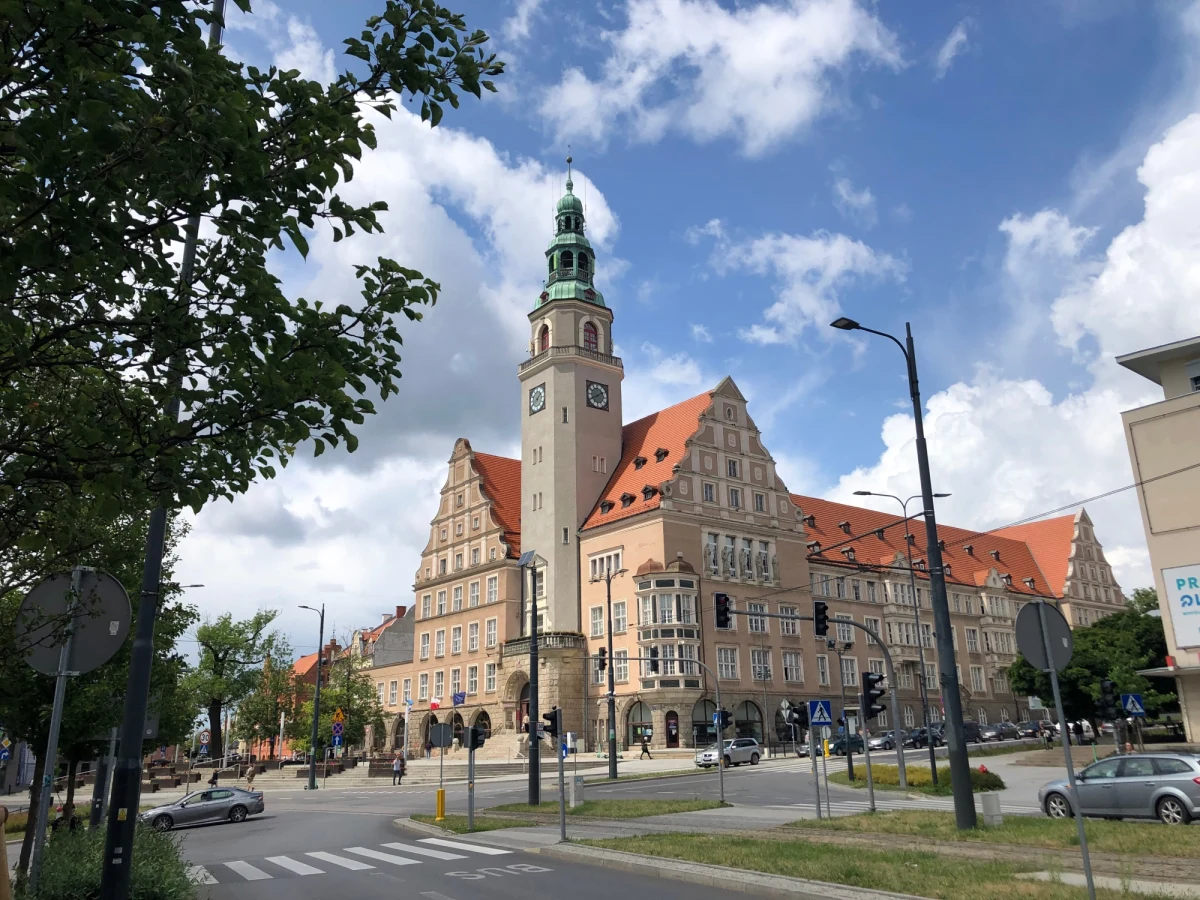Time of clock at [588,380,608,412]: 1:40
